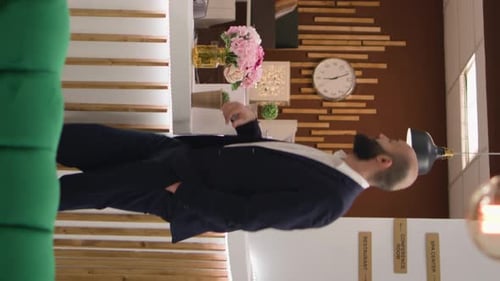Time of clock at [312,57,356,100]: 9:11
